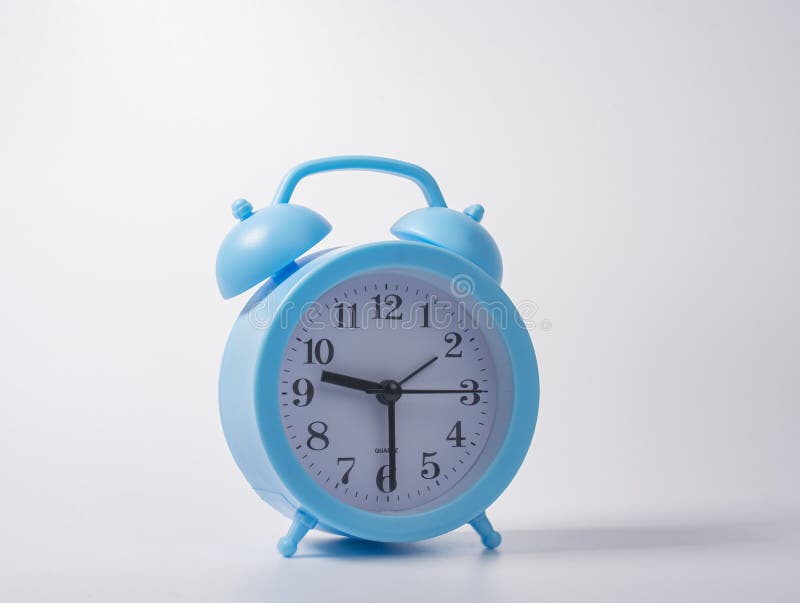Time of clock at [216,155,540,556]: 9:29
